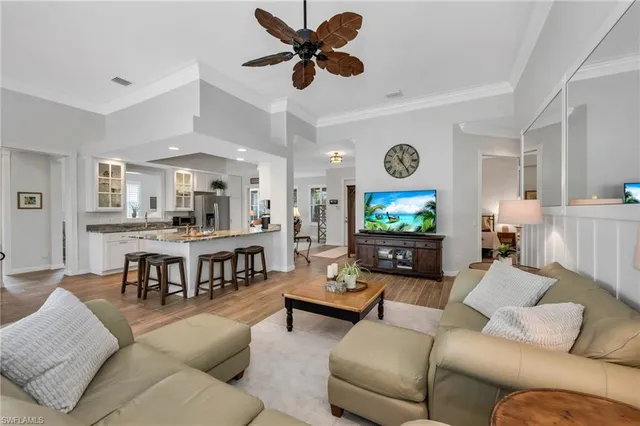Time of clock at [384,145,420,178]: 12:24
